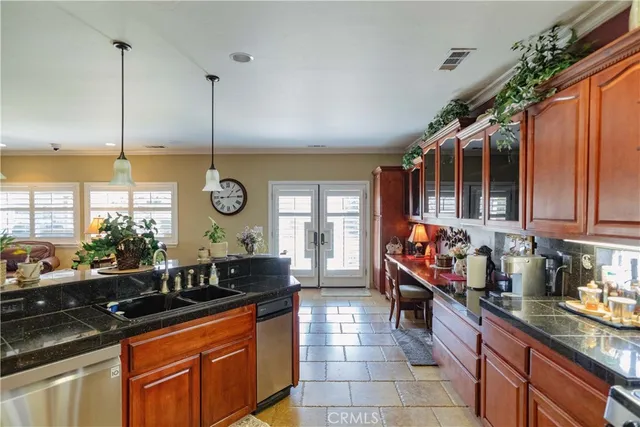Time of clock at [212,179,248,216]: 1:14
